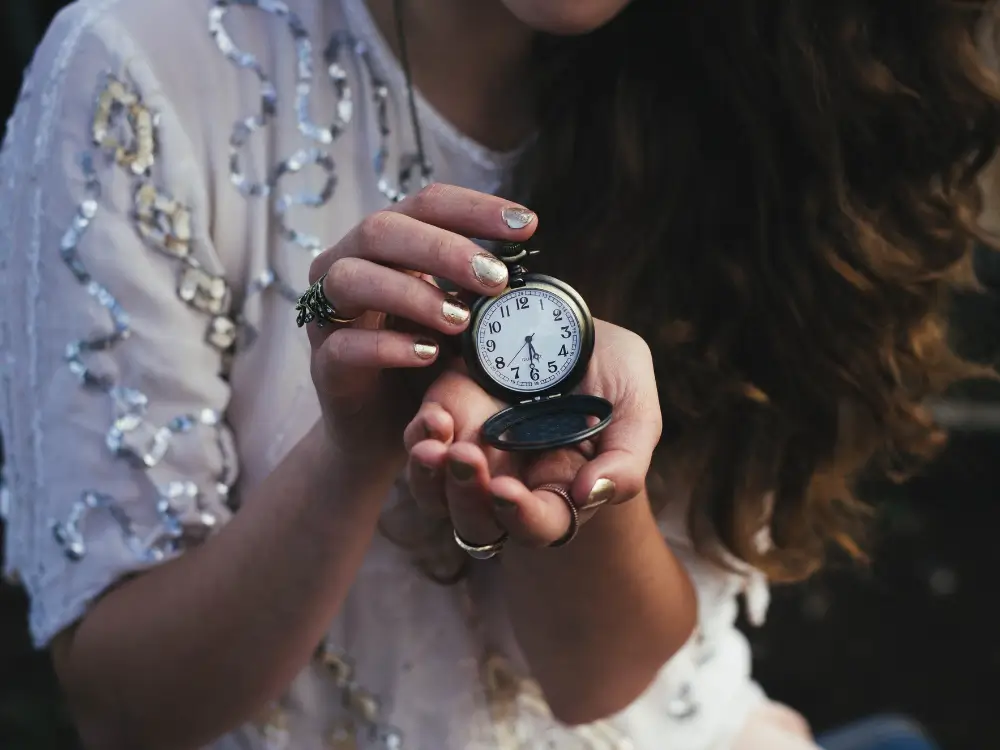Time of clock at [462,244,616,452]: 5:30
